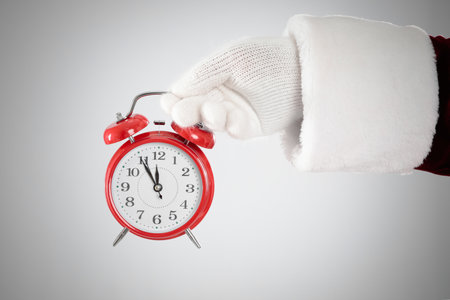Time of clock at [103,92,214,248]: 11:54
